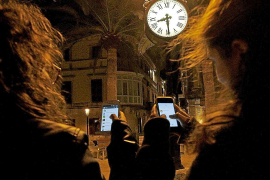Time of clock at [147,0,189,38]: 8:29
